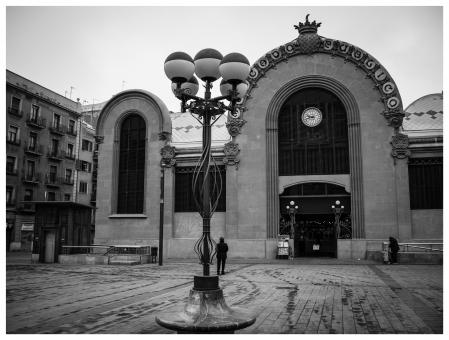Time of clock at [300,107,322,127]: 9:42
